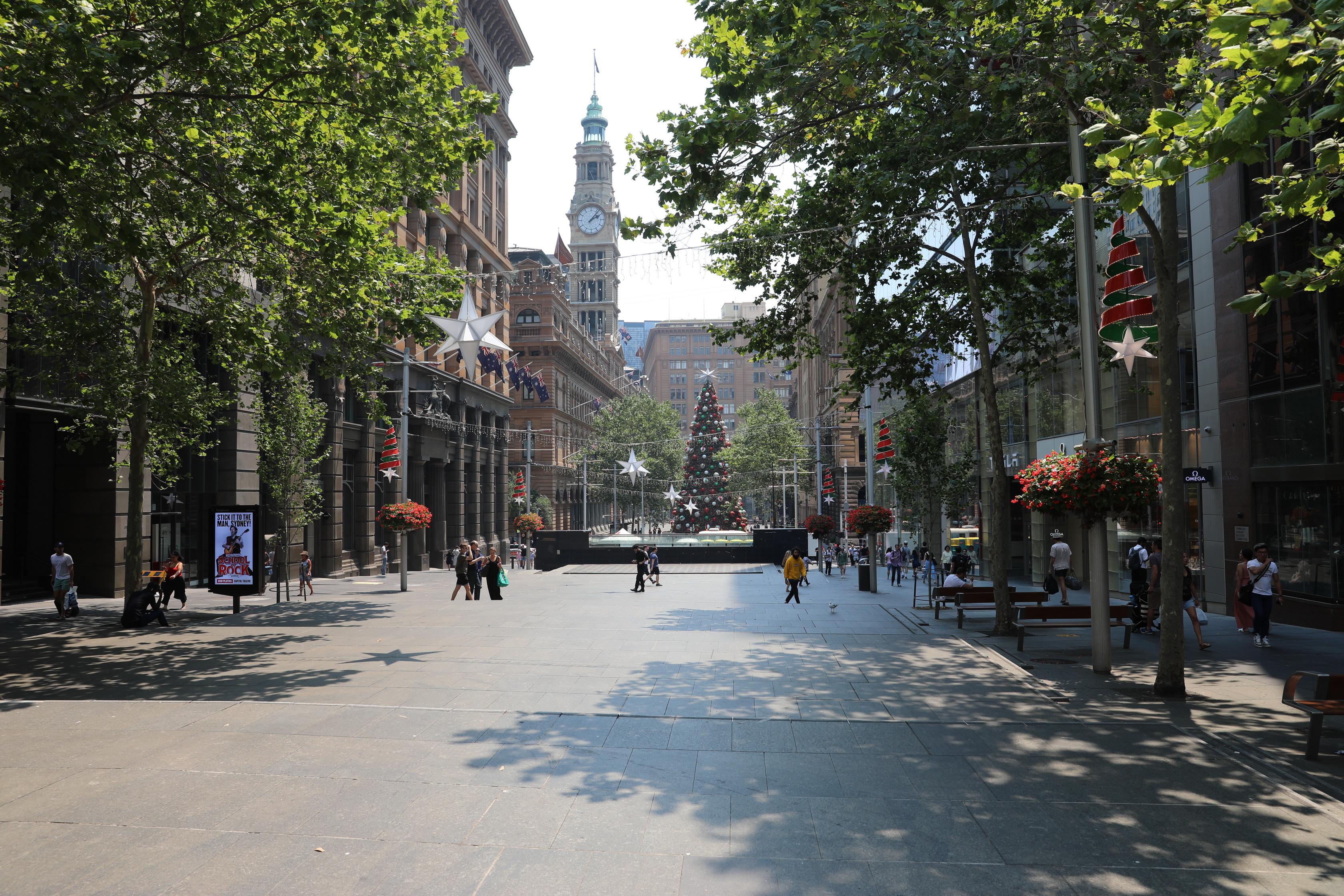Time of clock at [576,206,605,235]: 2:06
